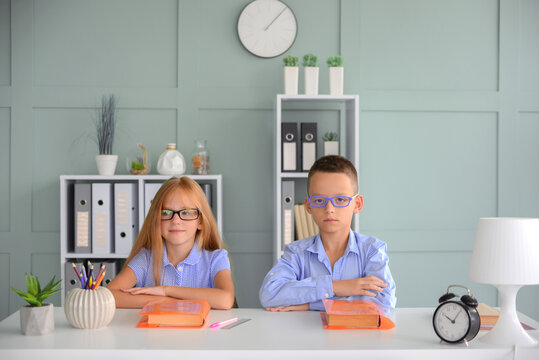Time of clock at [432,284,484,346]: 10:06
